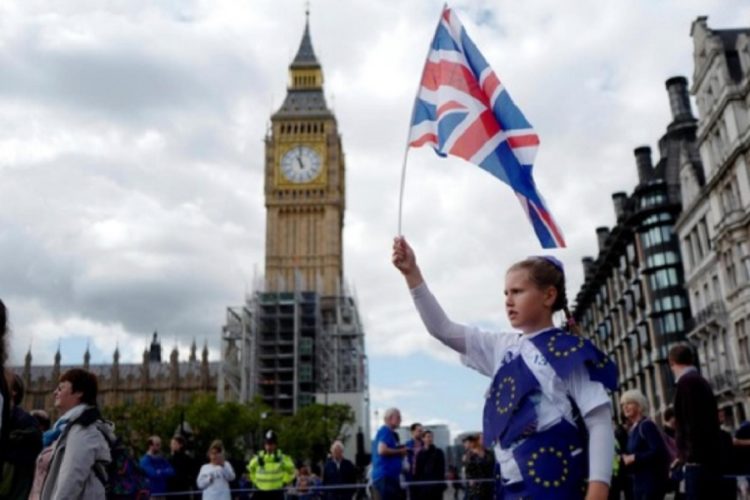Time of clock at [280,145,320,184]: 10:58
